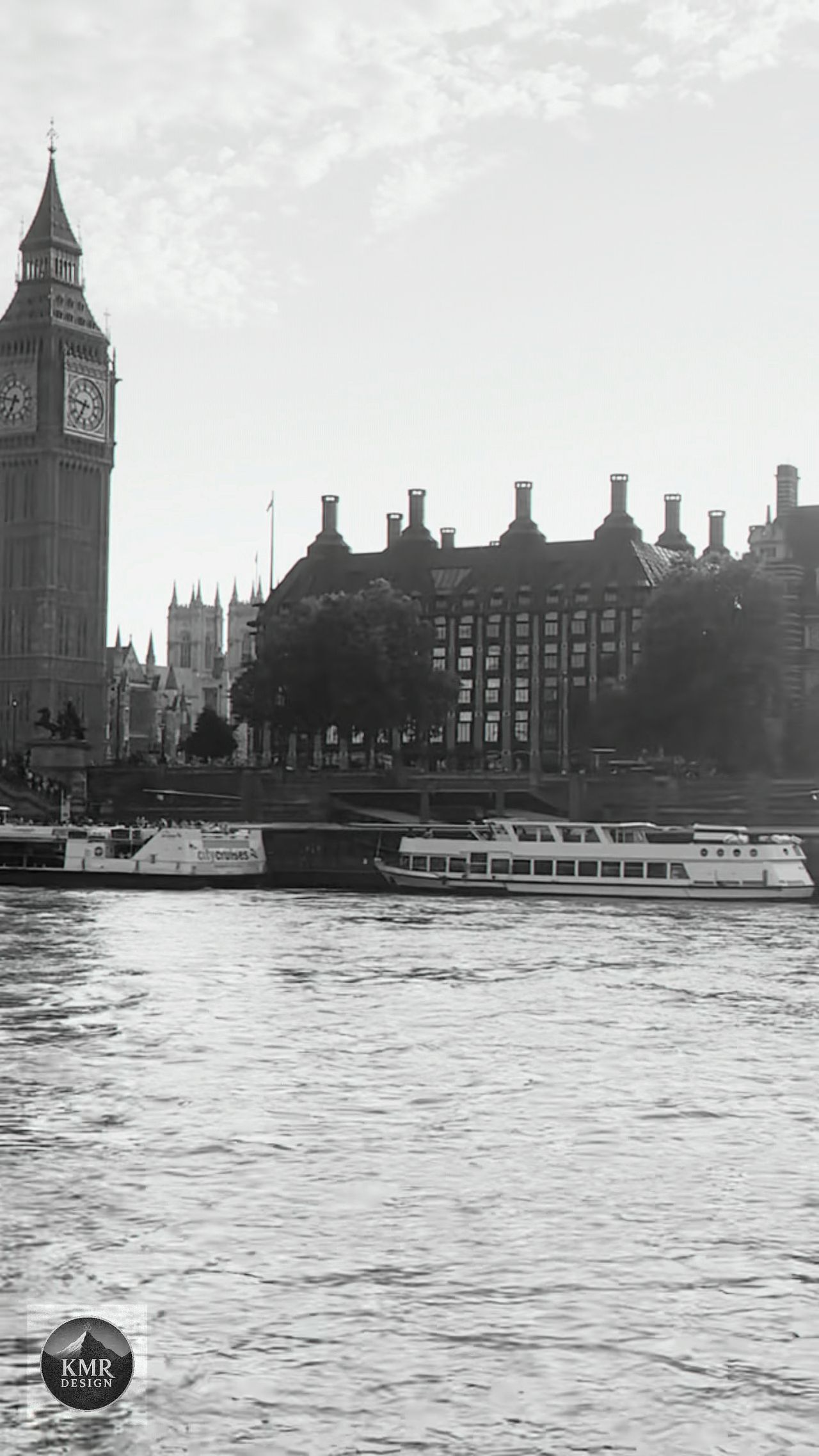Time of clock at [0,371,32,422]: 6:47
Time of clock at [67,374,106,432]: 6:46
